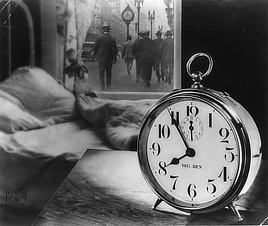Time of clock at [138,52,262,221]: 7:54
